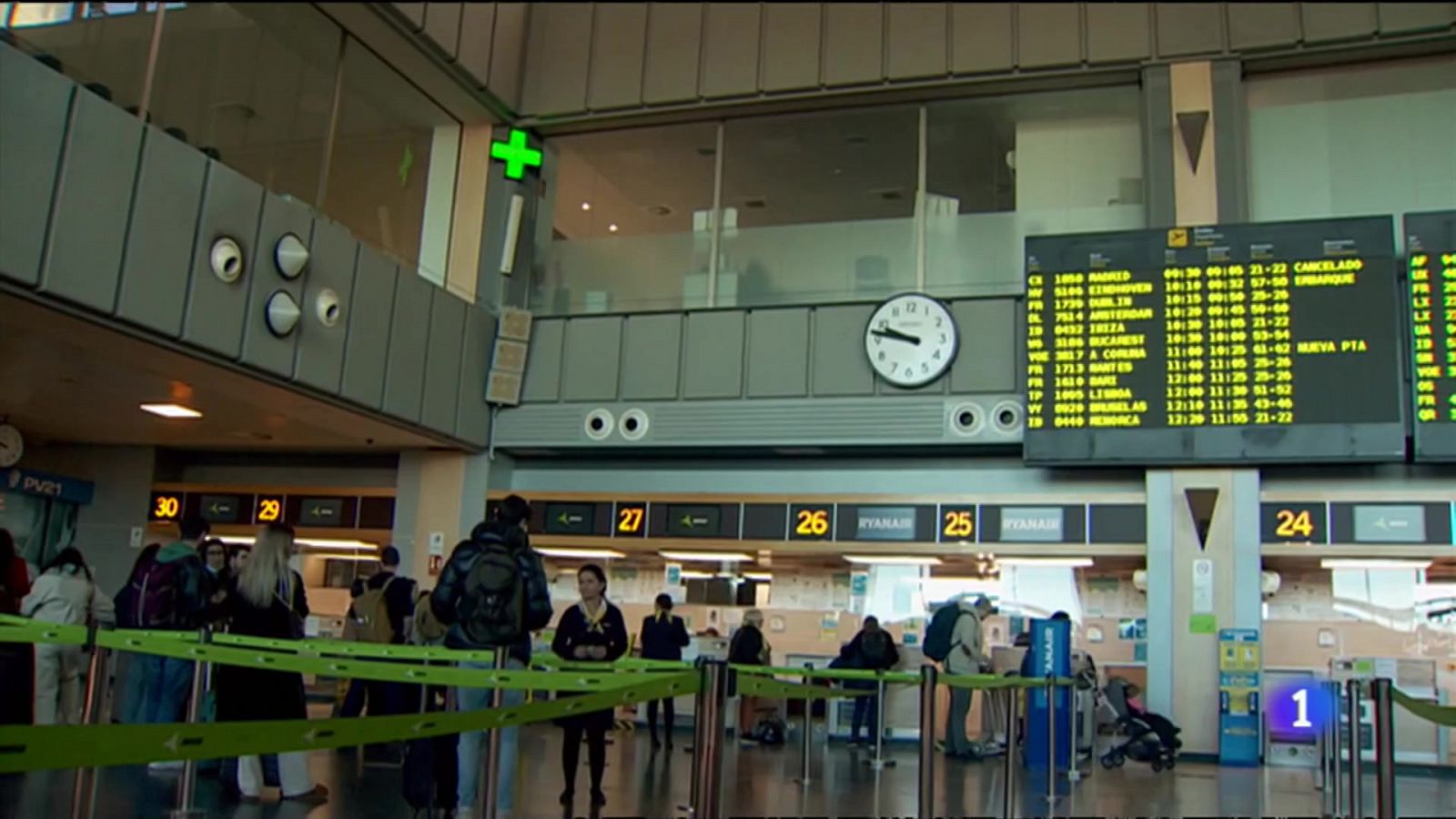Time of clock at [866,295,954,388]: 9:46
